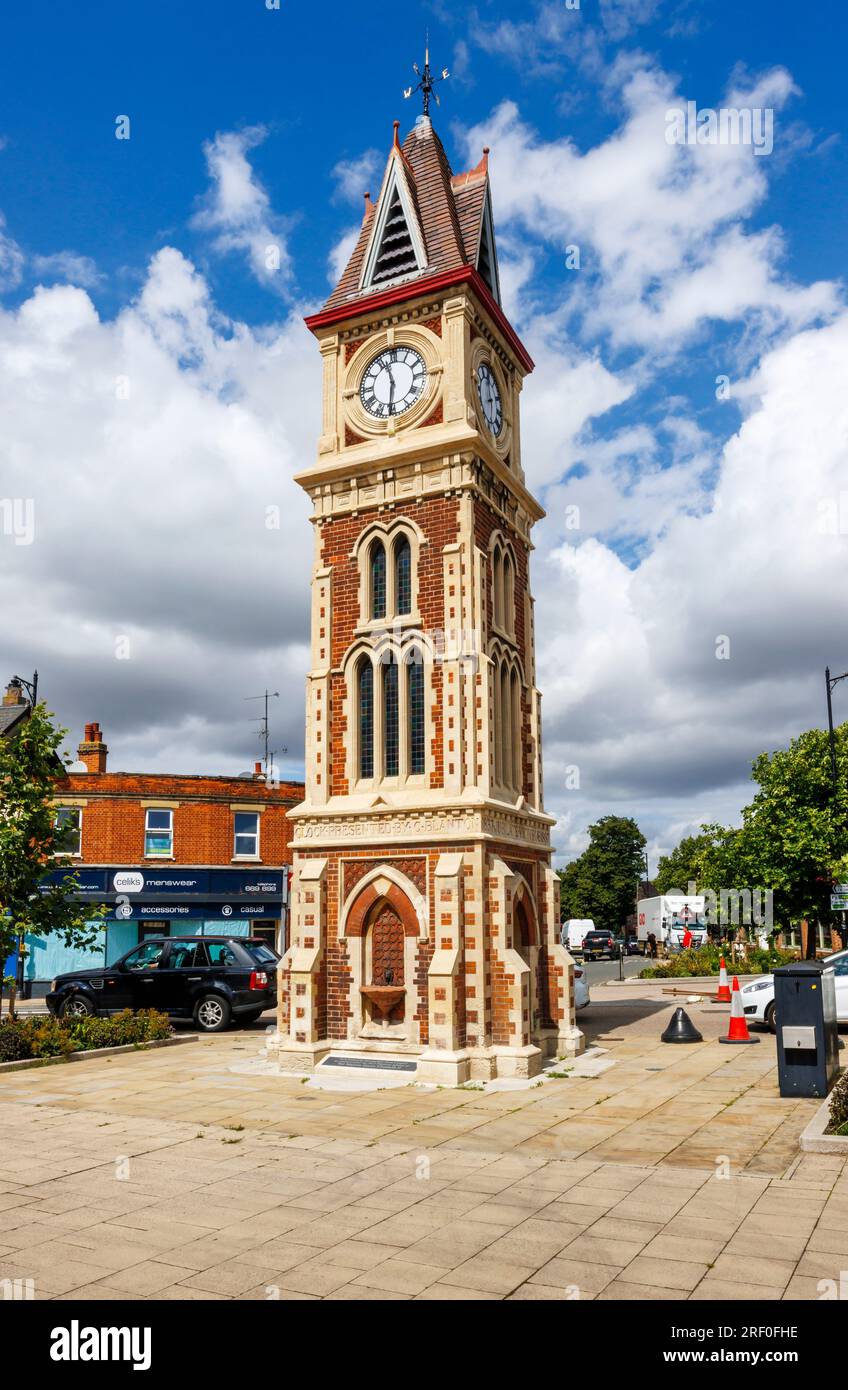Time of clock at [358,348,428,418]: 11:31
